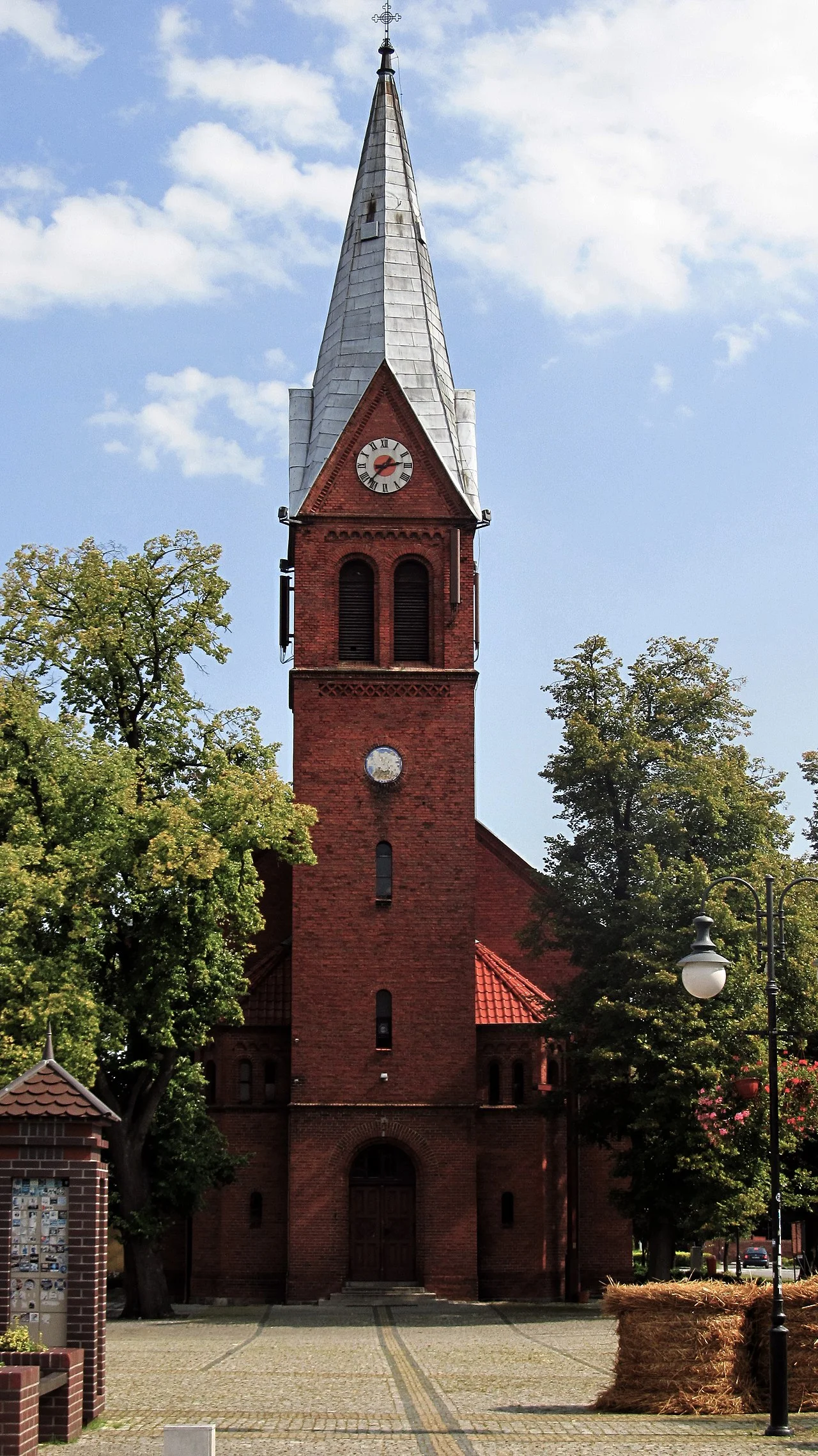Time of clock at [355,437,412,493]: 2:36
